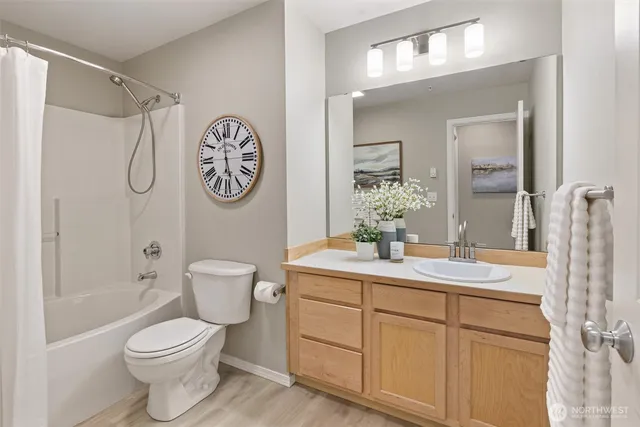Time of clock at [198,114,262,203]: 5:59
